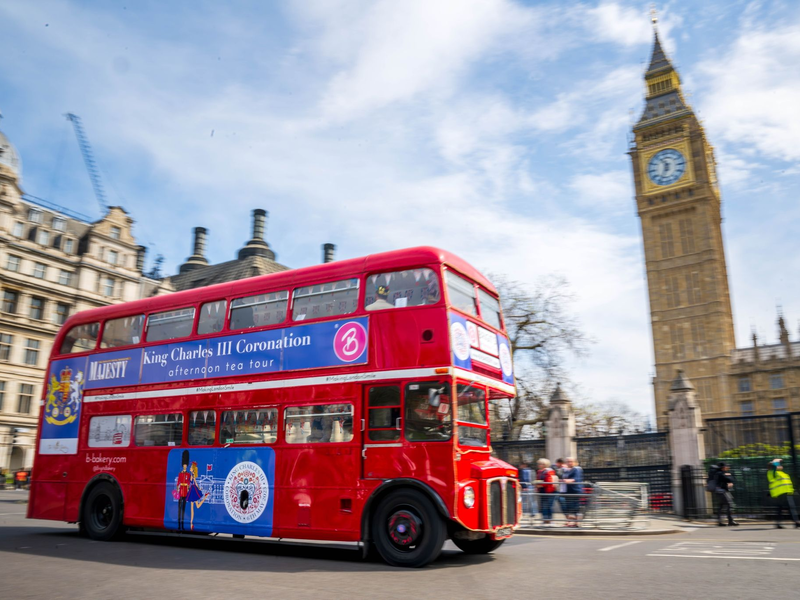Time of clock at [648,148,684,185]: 11:34
